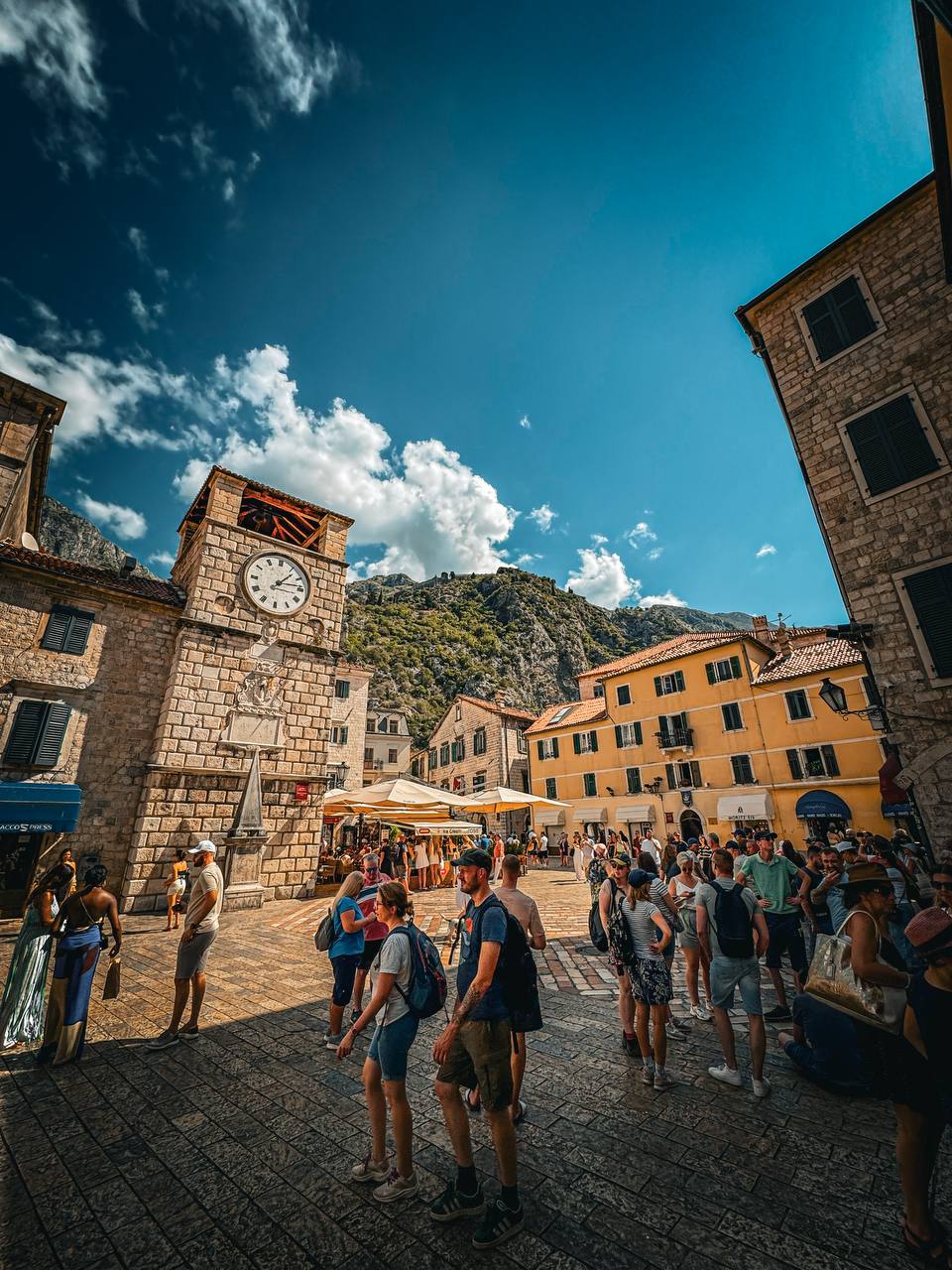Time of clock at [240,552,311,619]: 1:13
